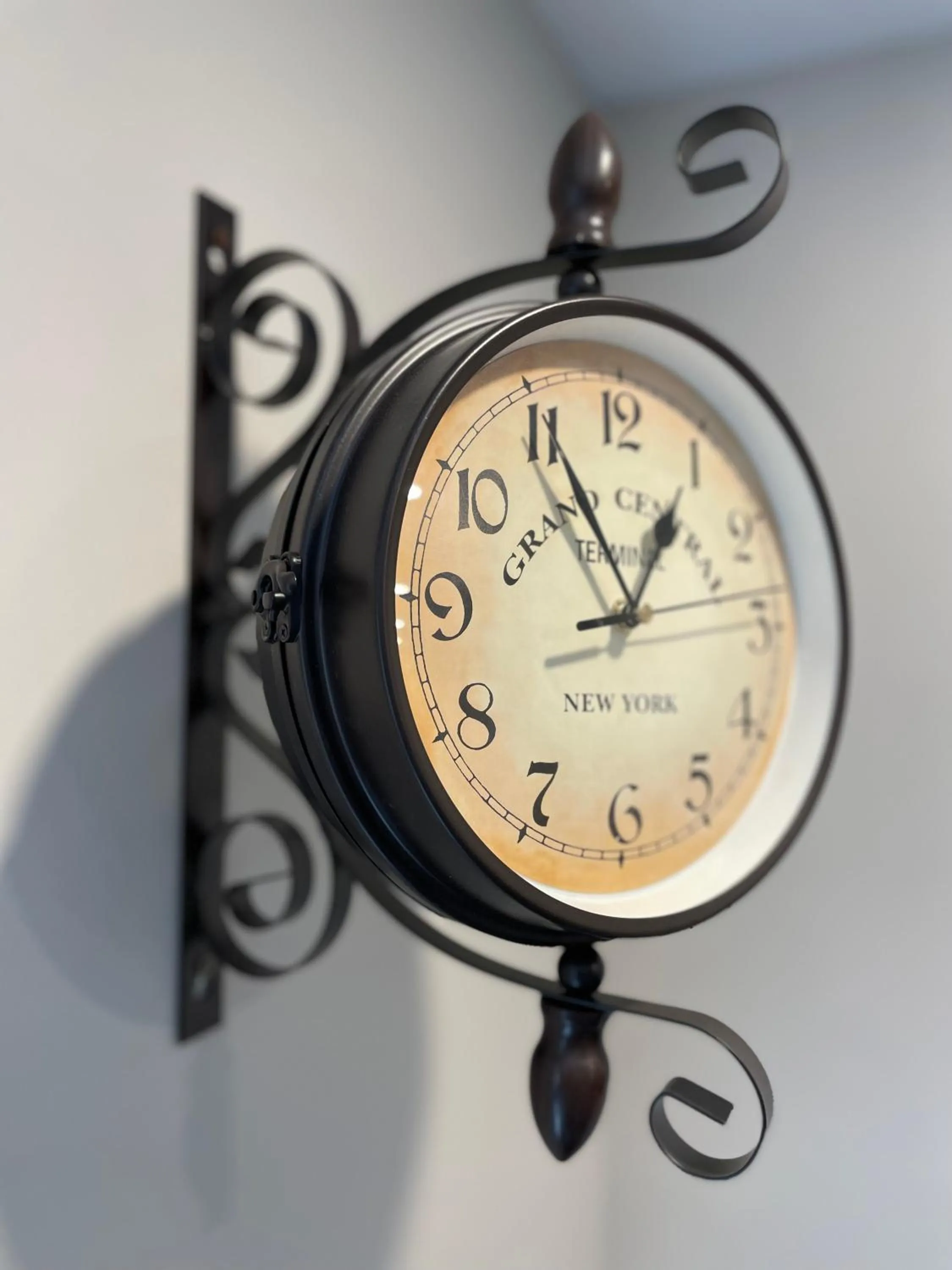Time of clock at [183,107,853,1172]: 12:55
